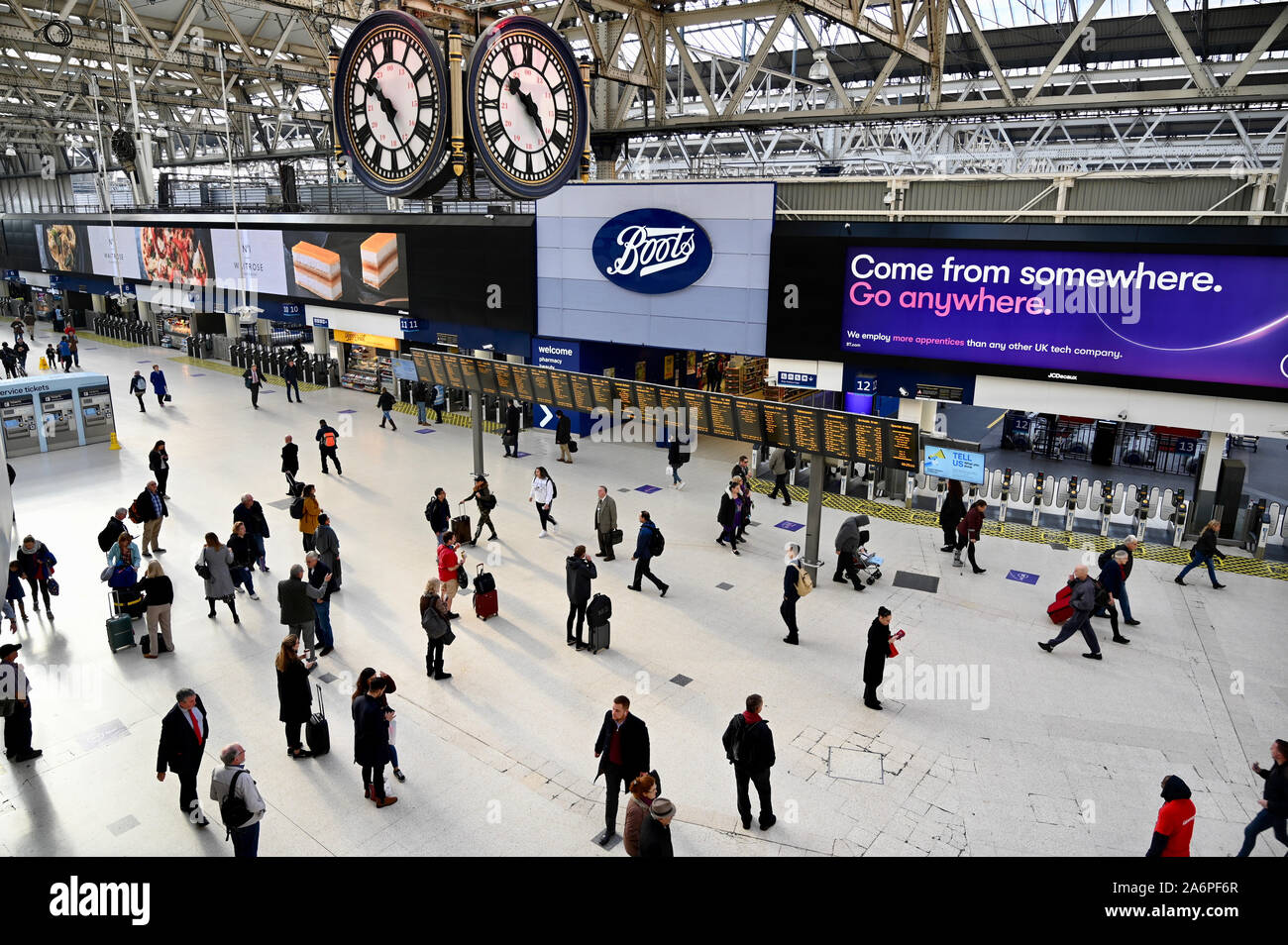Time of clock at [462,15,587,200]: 10:24
